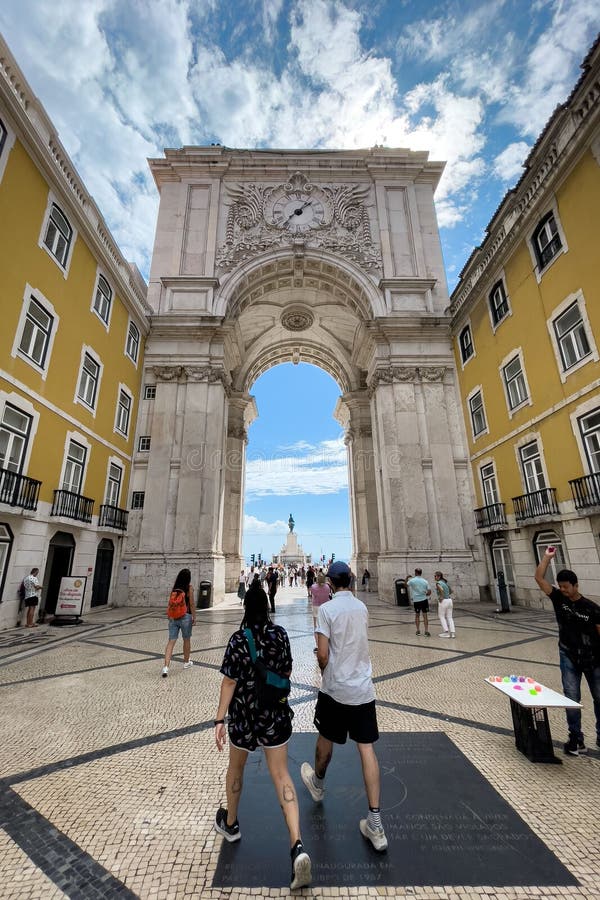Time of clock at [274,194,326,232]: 1:37
